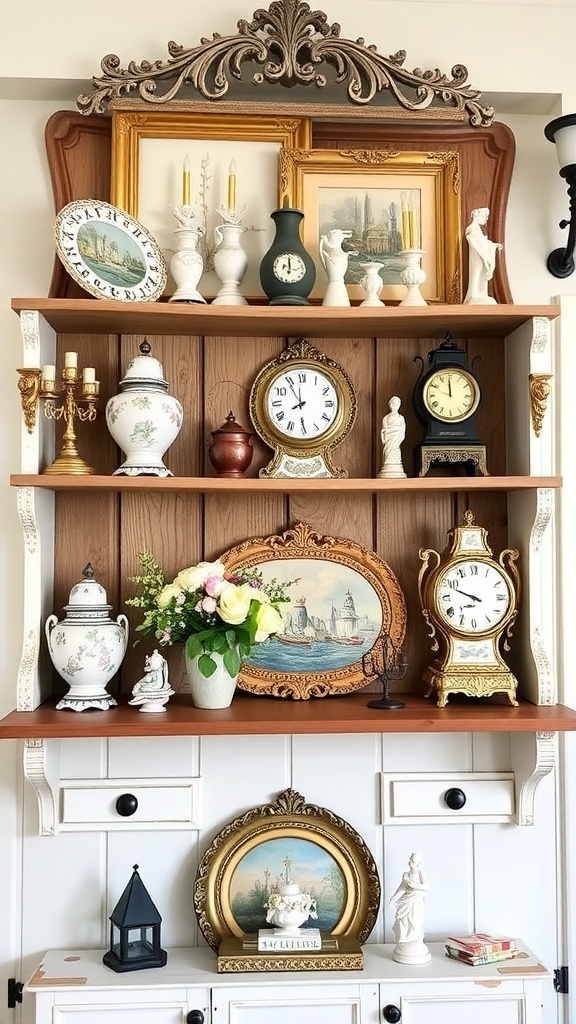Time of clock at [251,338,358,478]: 7:54
